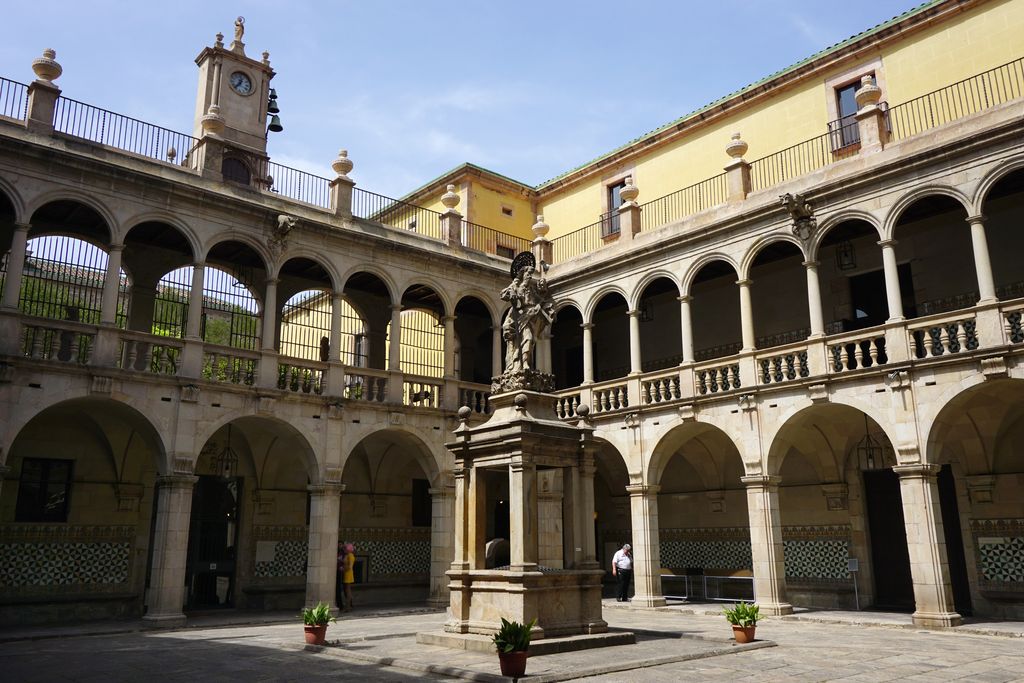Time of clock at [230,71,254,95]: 12:37
